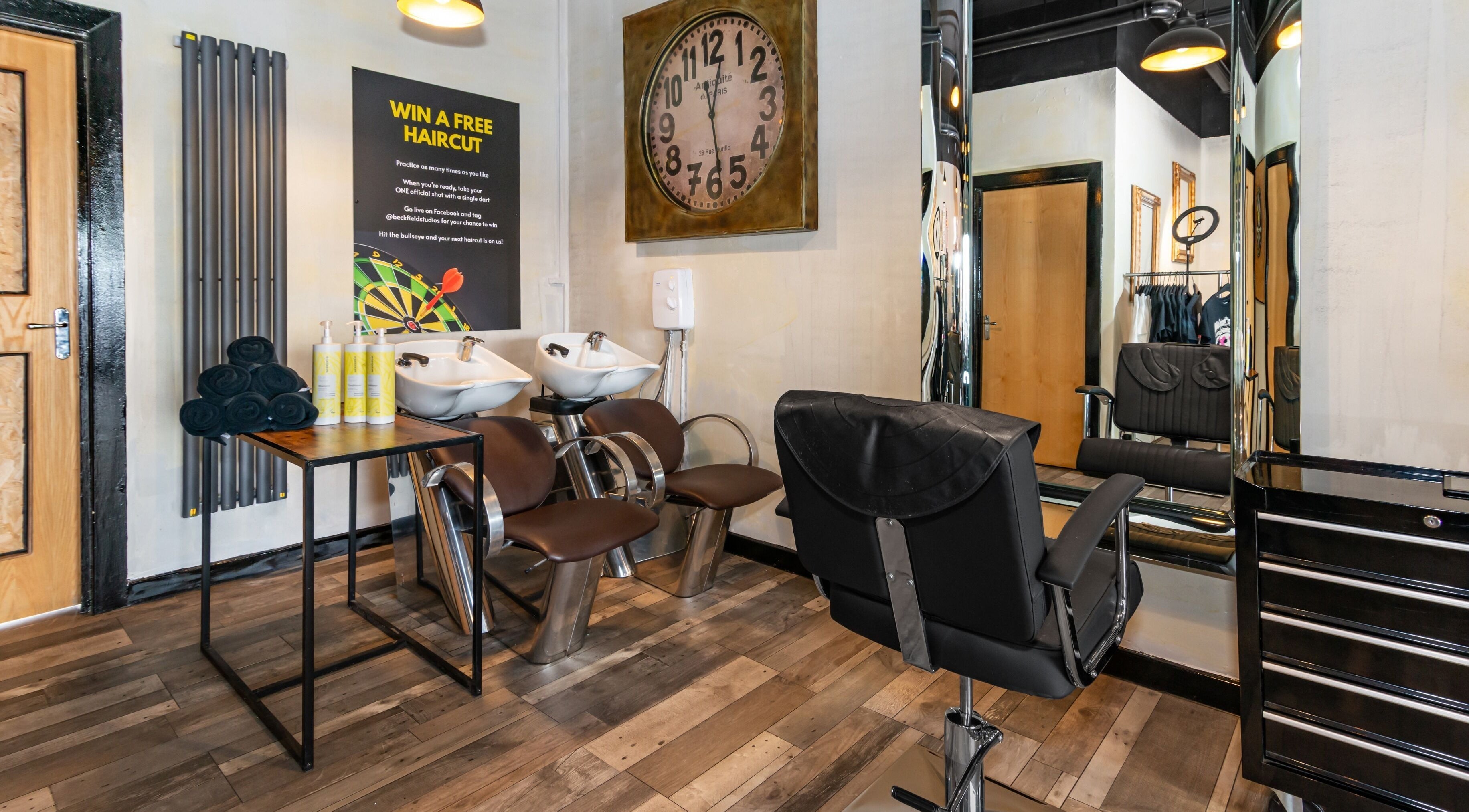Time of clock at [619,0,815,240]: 12:28
